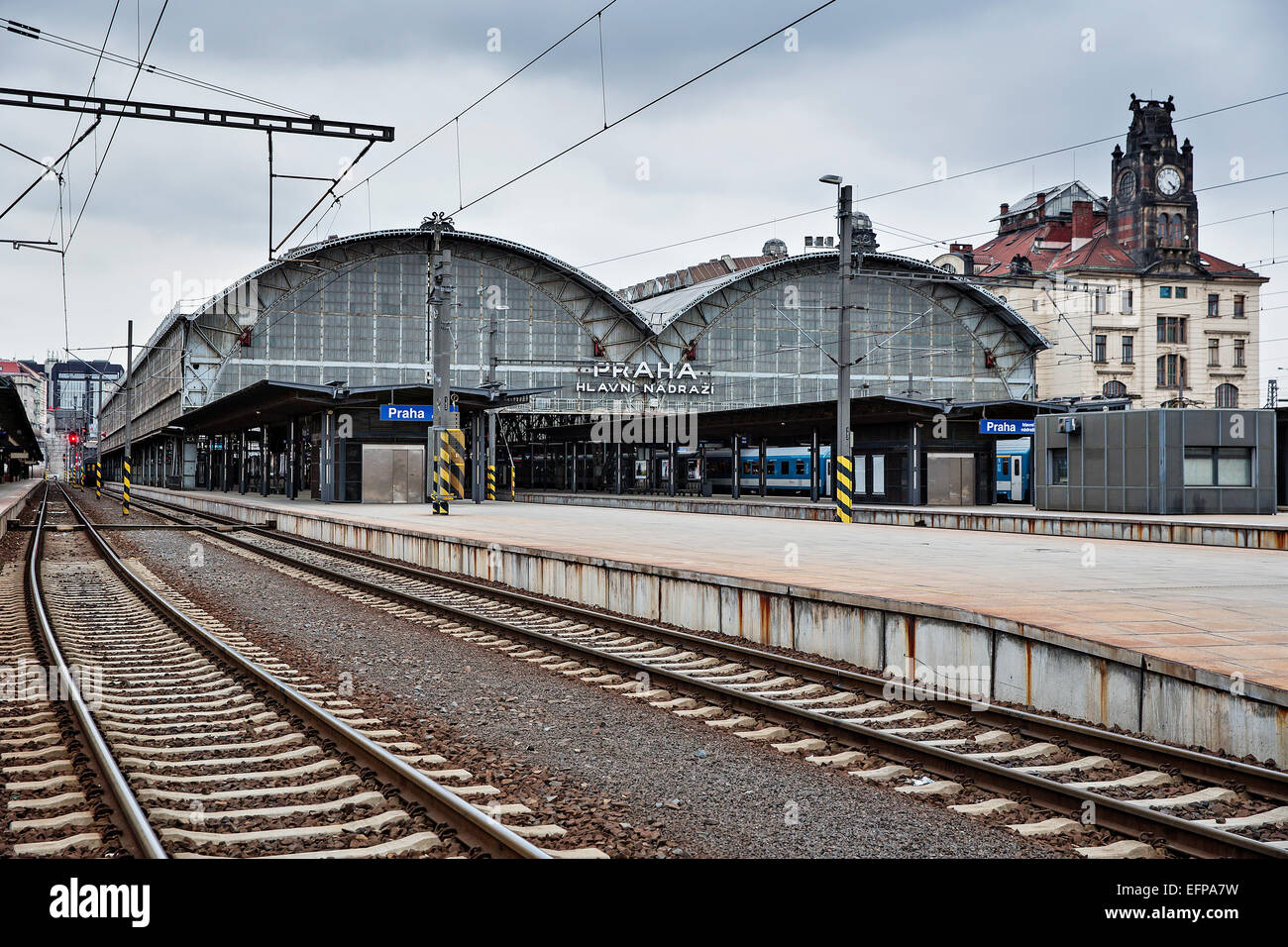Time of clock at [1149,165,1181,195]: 4:22
